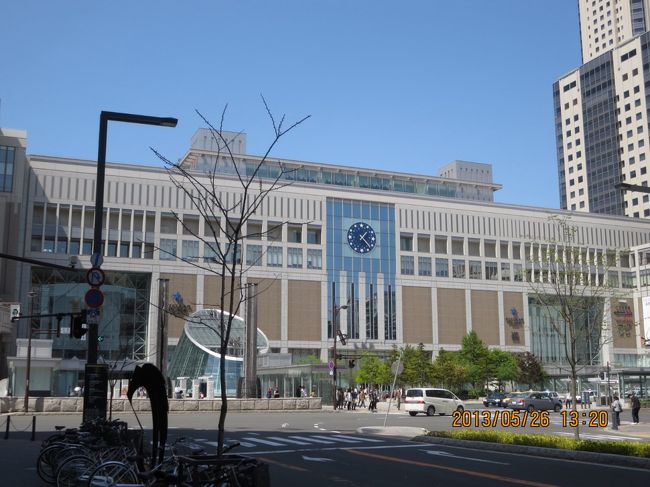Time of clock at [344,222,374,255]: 1:22
